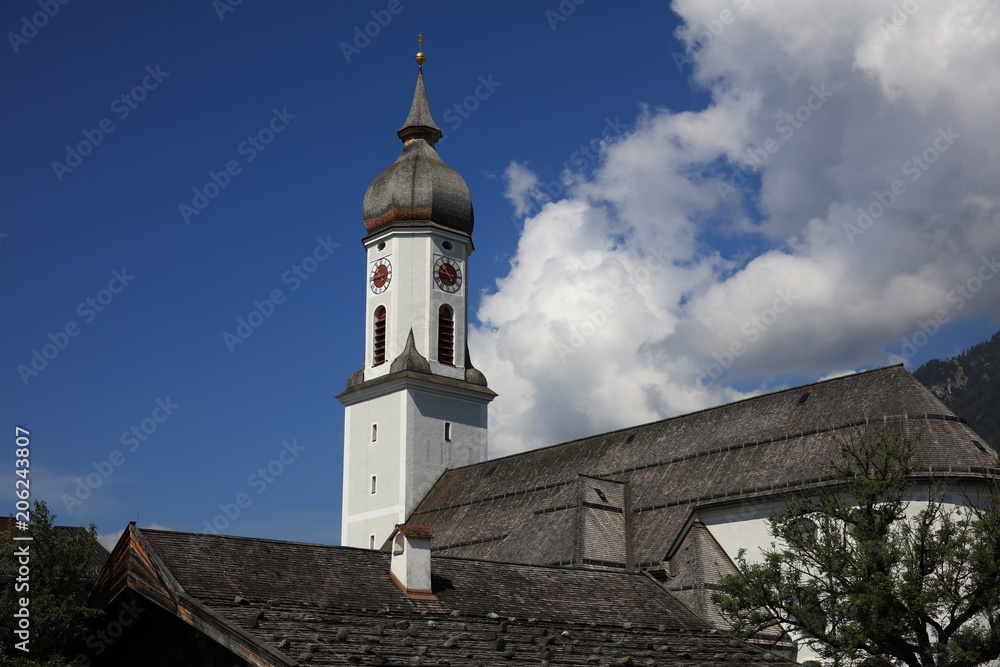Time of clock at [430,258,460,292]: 4:52
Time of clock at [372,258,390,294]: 4:44
